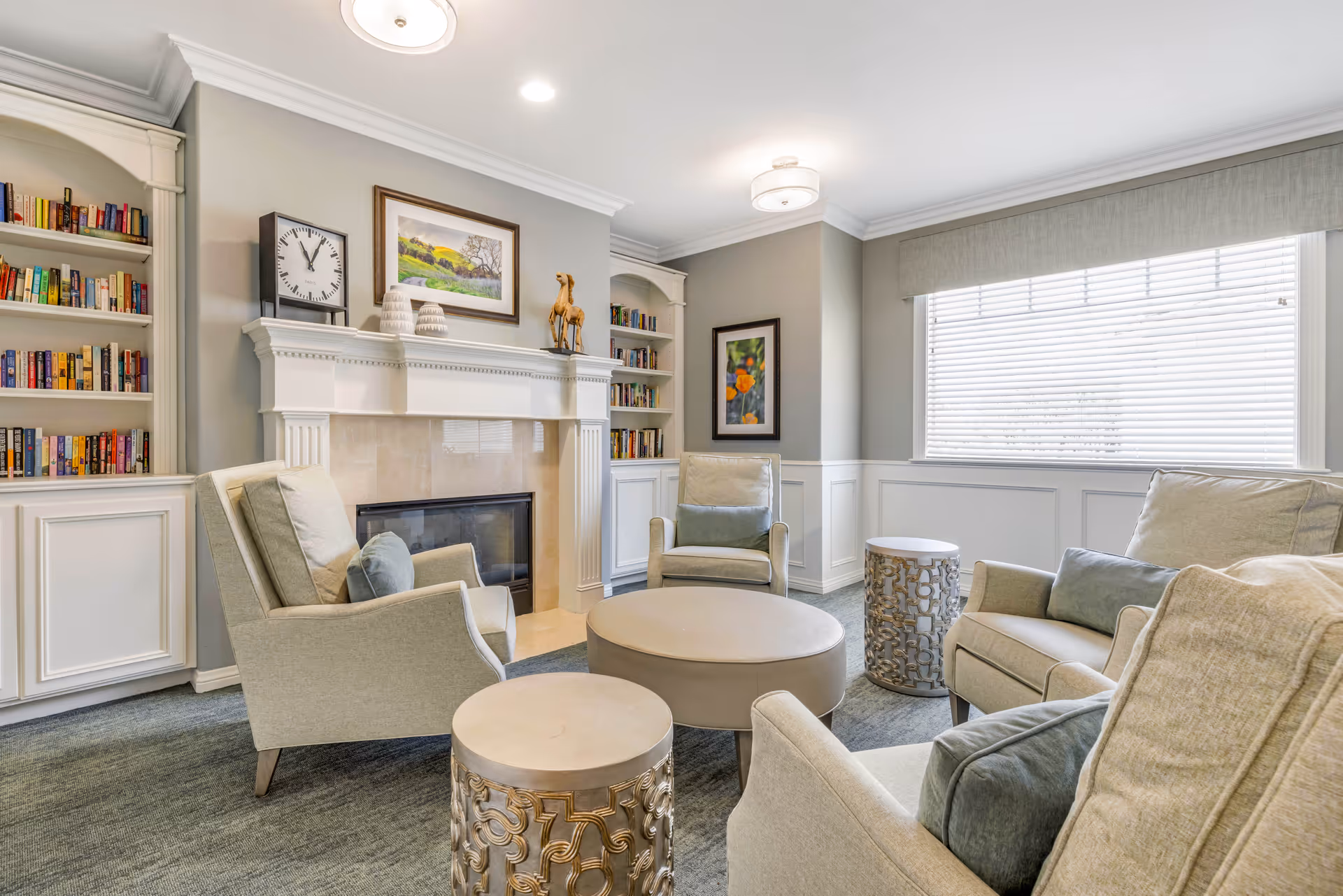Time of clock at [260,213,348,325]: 11:04
